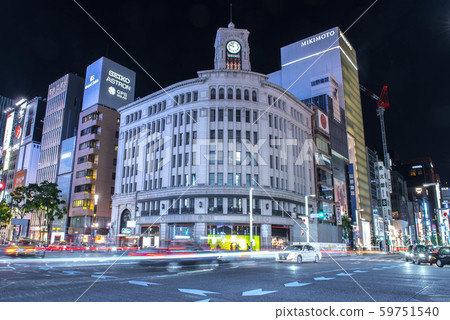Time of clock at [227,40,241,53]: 9:57
